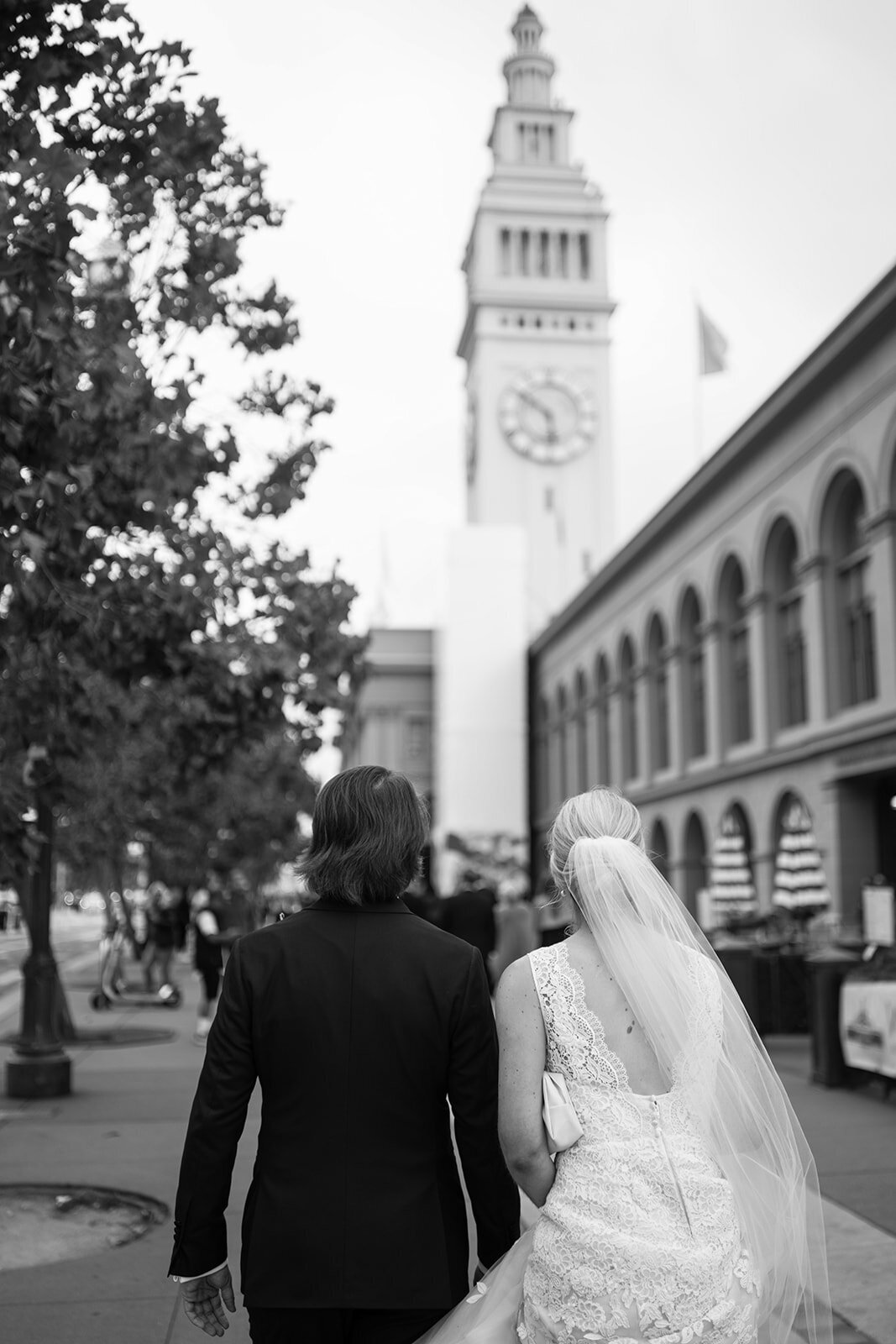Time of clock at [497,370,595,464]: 5:51
